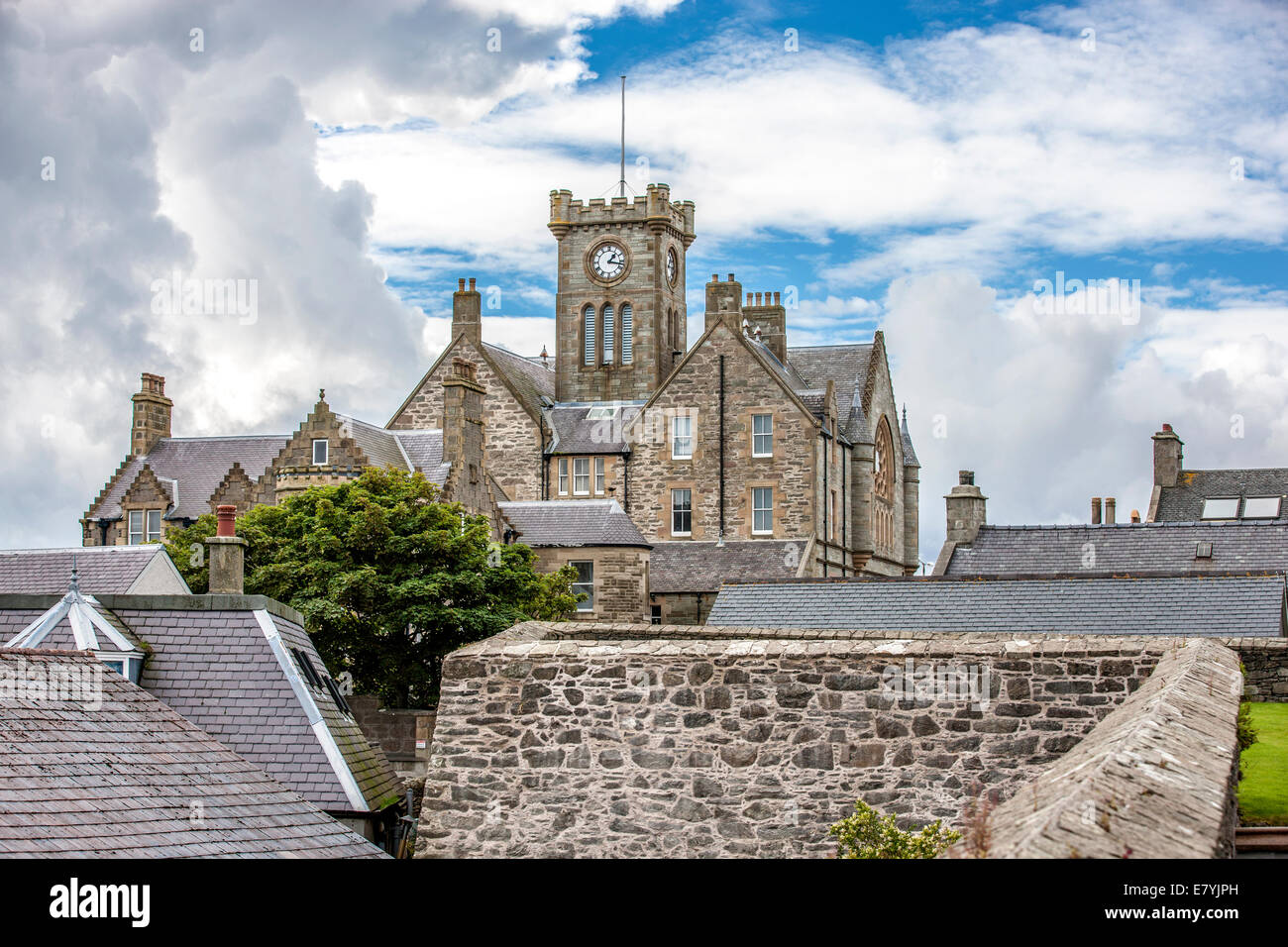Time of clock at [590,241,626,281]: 1:17
